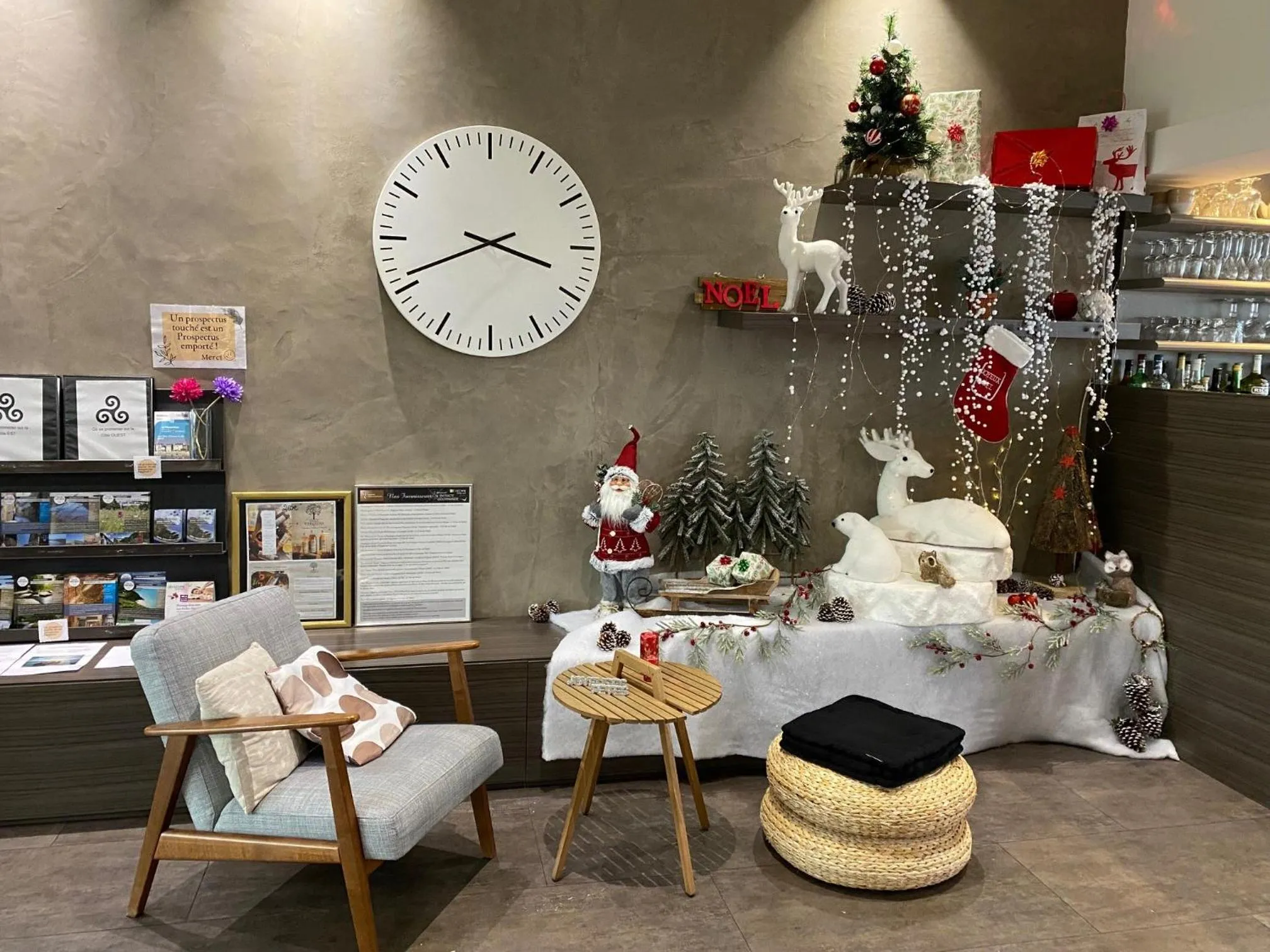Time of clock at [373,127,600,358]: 3:41
